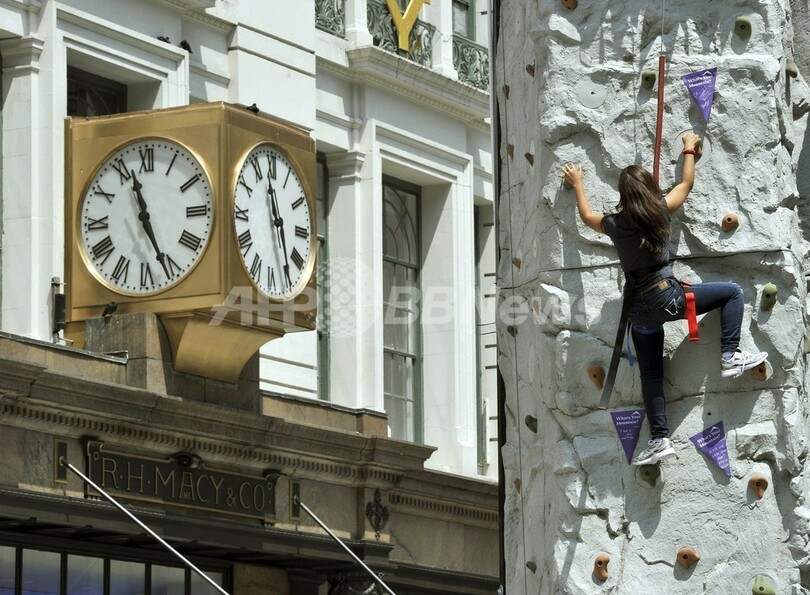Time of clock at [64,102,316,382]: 11:25
